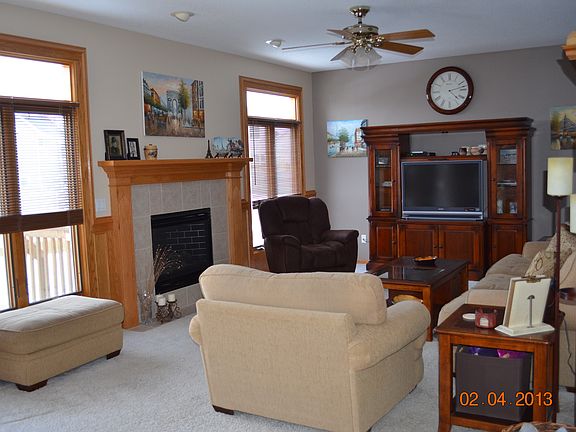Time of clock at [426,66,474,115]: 4:12
